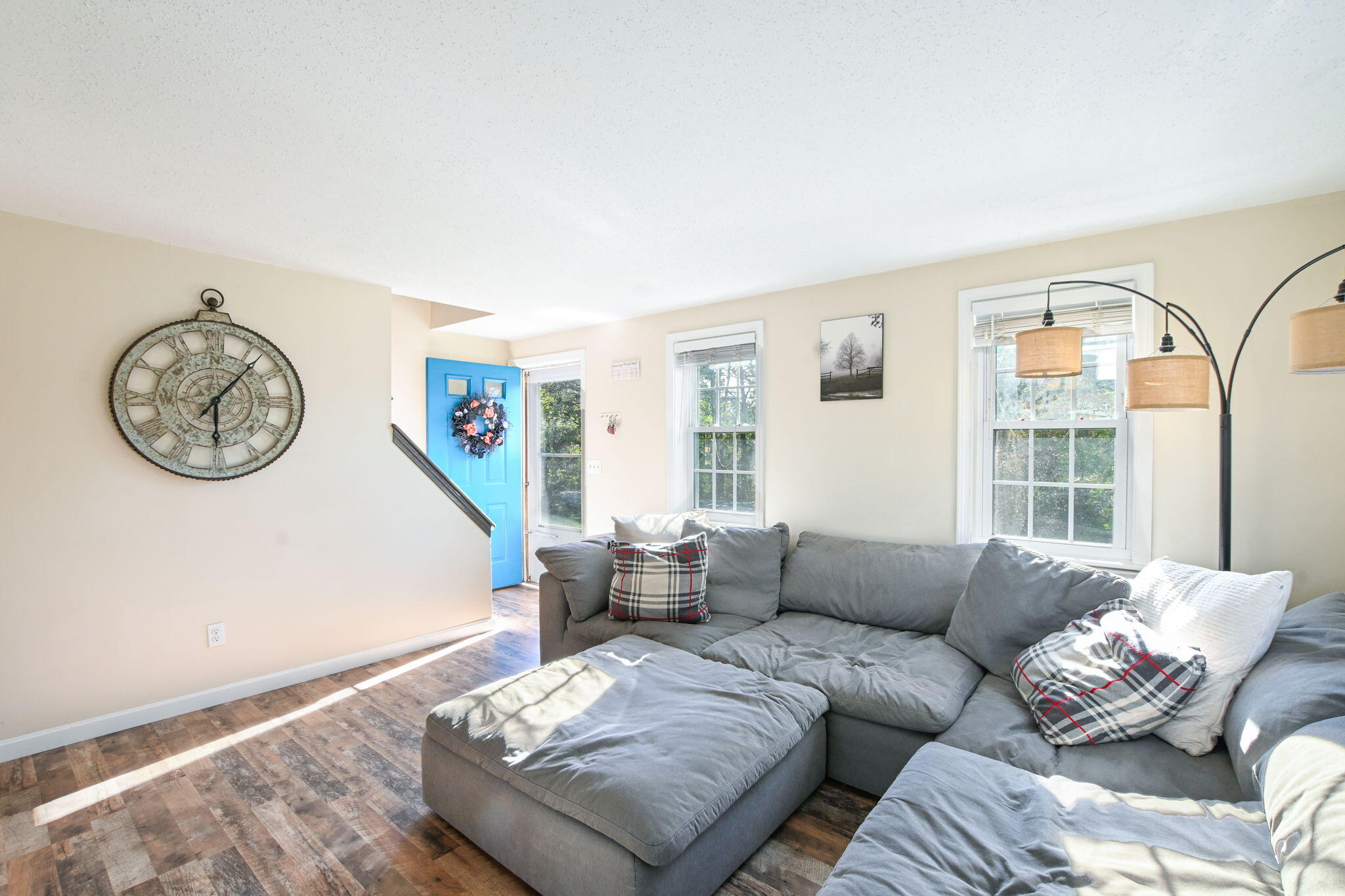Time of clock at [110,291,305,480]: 6:06
